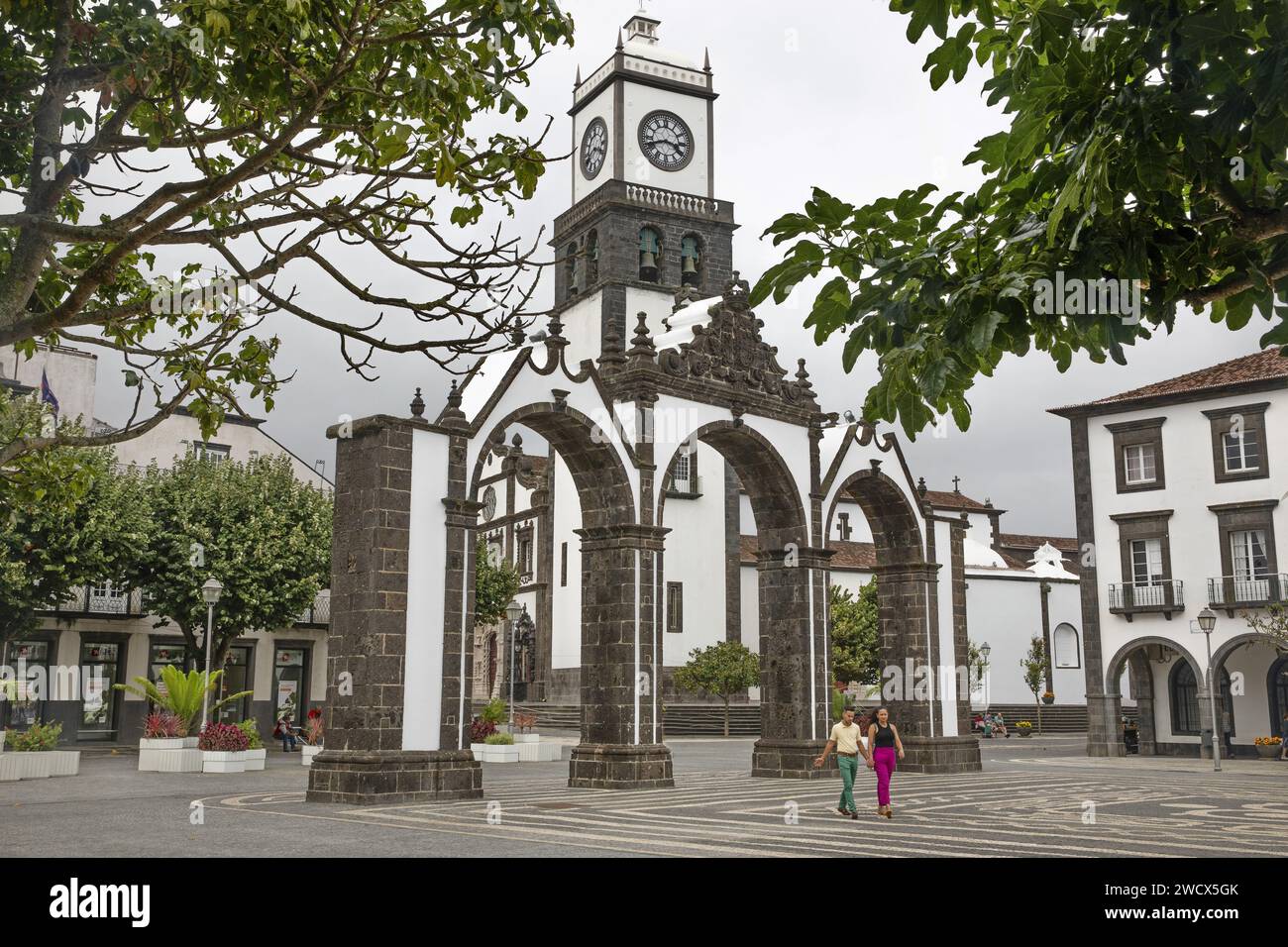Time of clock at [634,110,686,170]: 3:41
